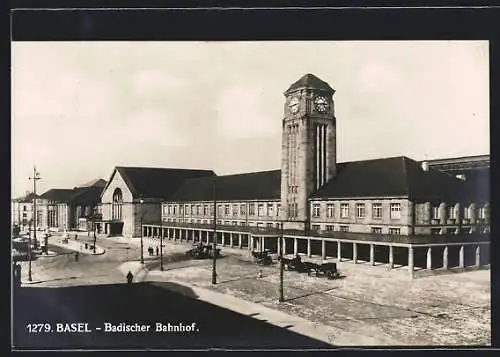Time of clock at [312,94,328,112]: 2:42
